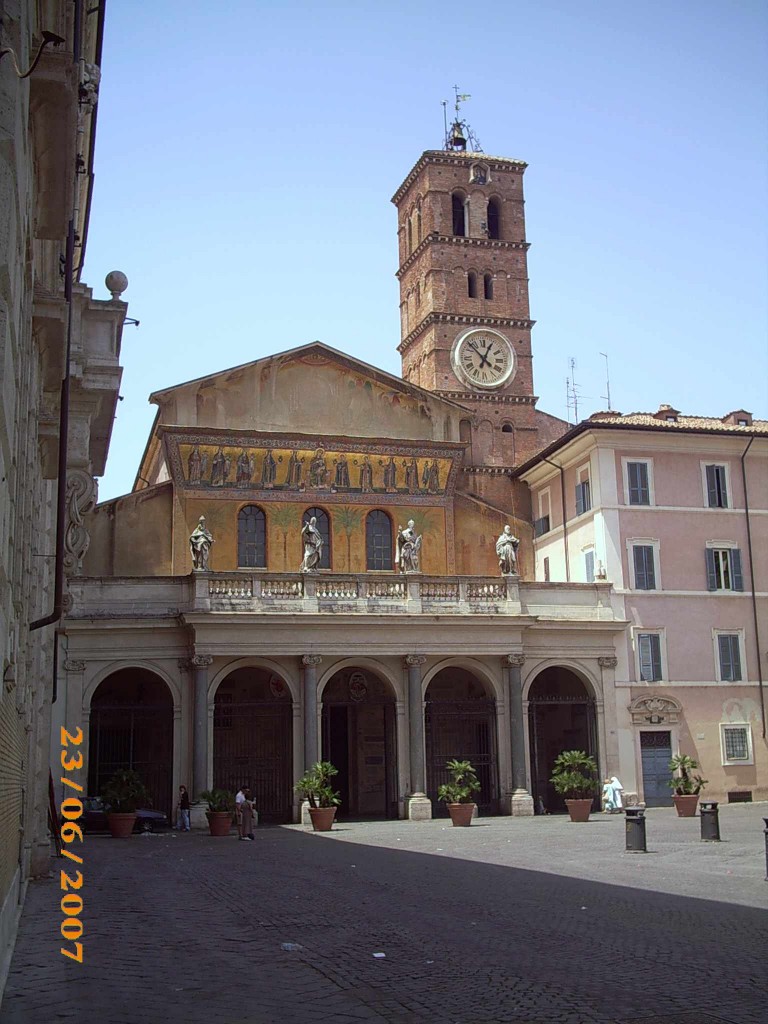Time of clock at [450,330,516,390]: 12:52
